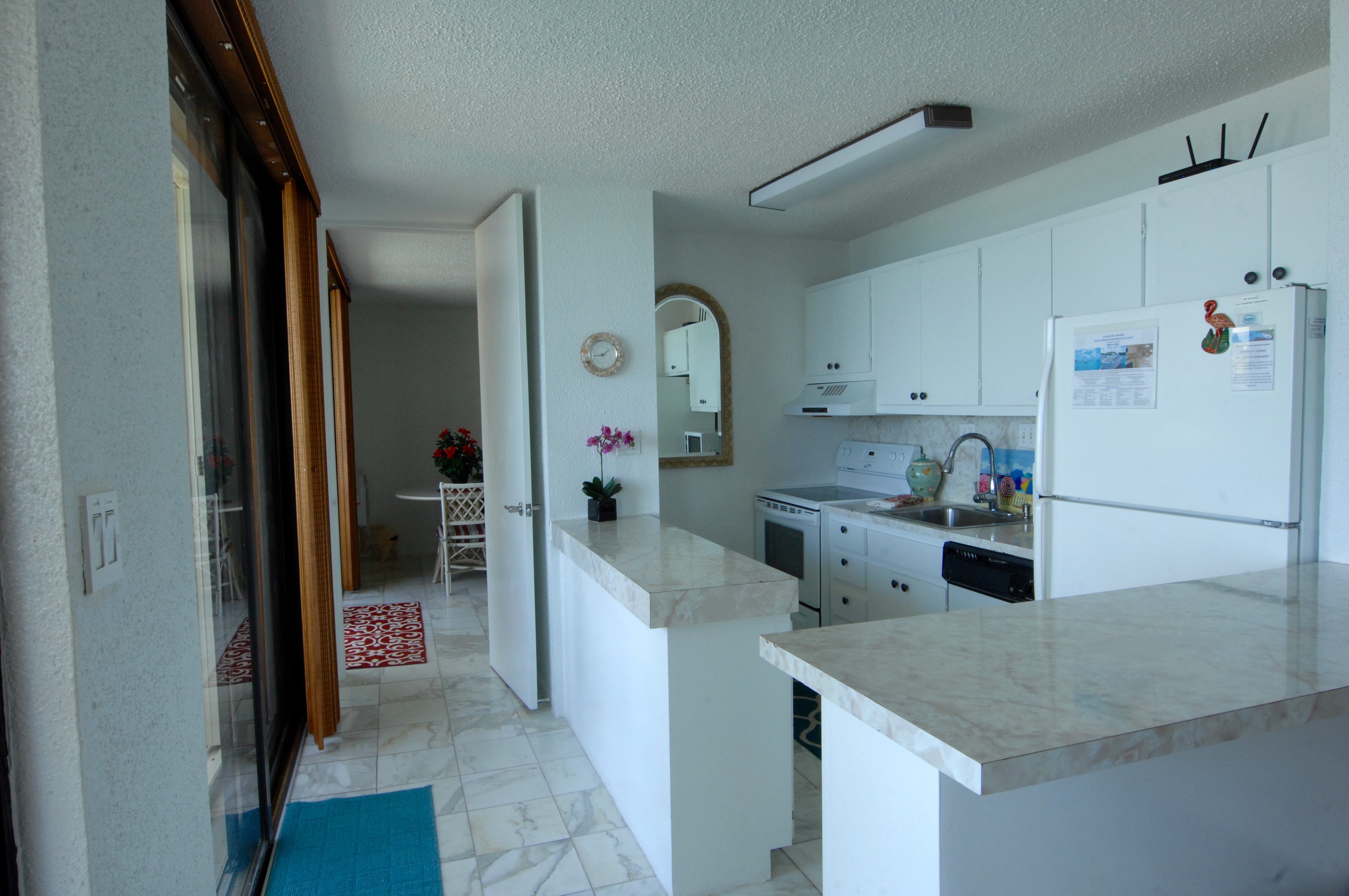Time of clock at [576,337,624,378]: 1:43
